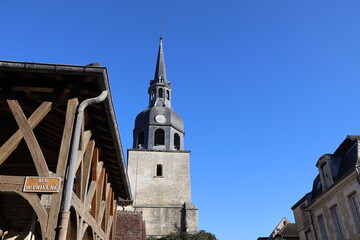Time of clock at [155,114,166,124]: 4:42
